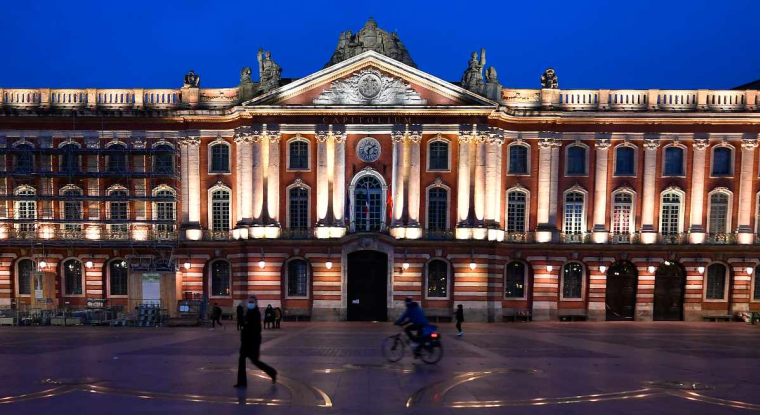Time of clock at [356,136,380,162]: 6:08
